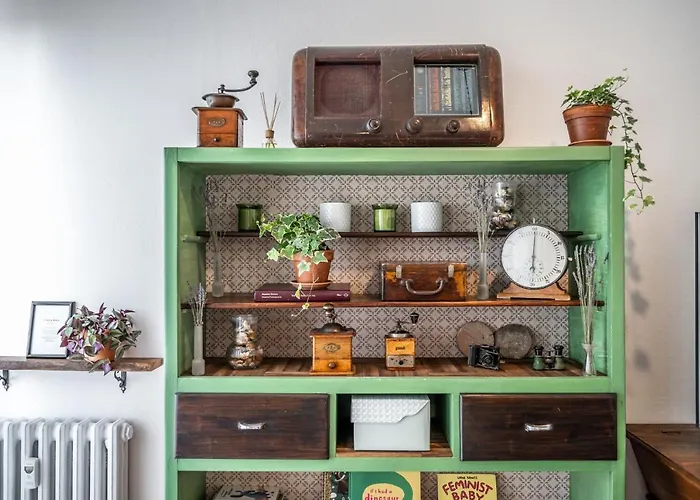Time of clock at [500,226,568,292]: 6:00
